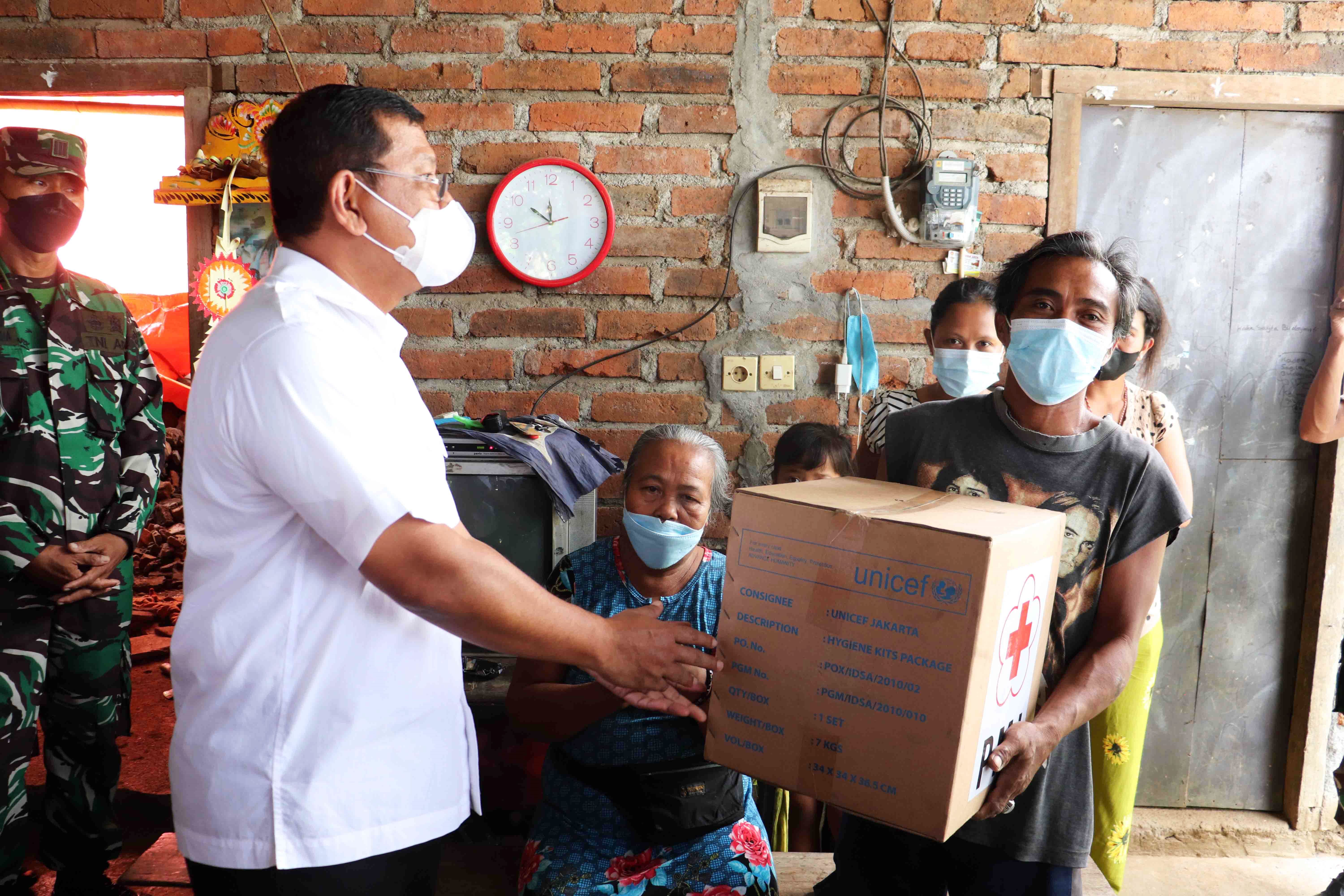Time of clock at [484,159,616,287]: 11:50
